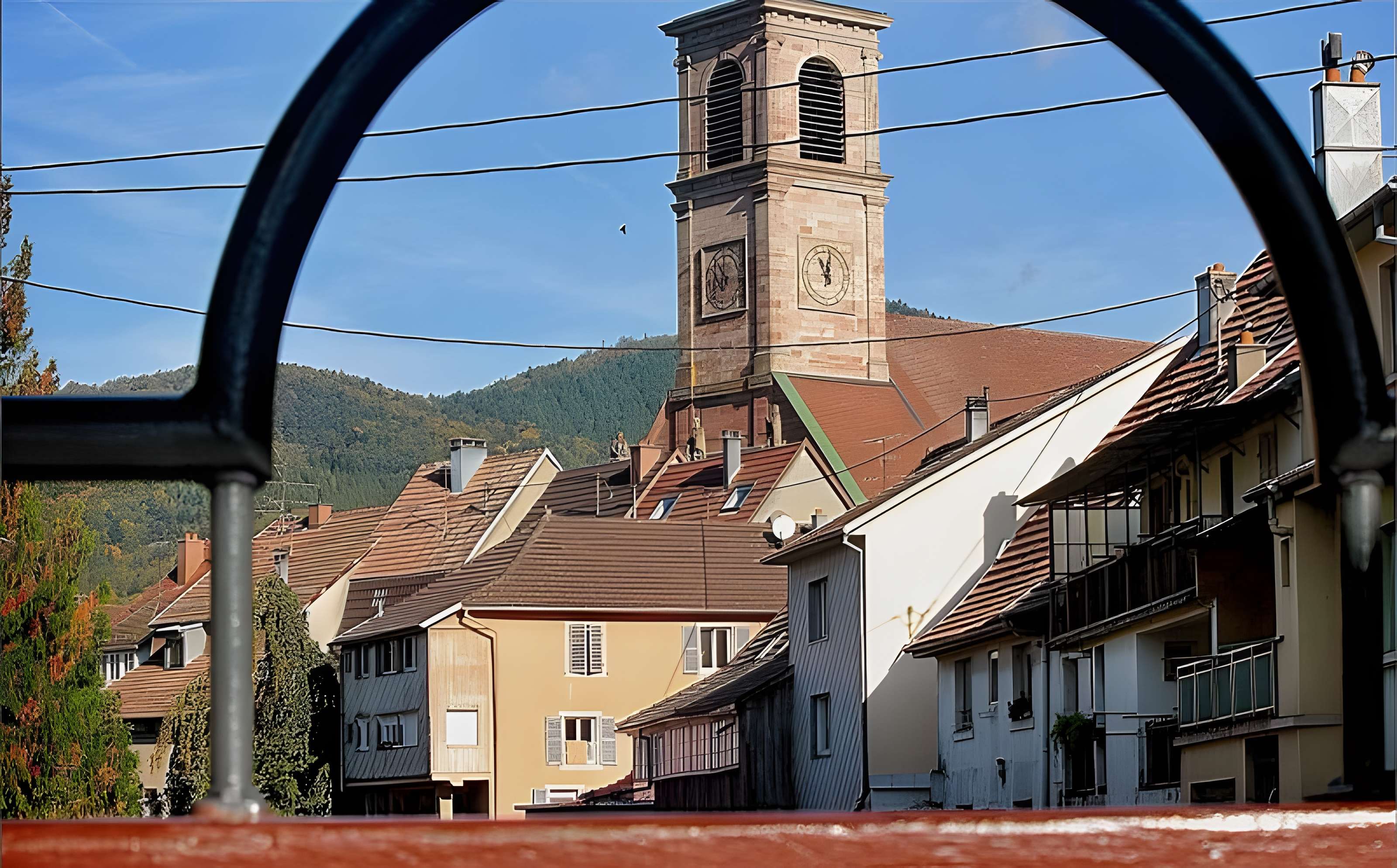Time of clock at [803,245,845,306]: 11:02
